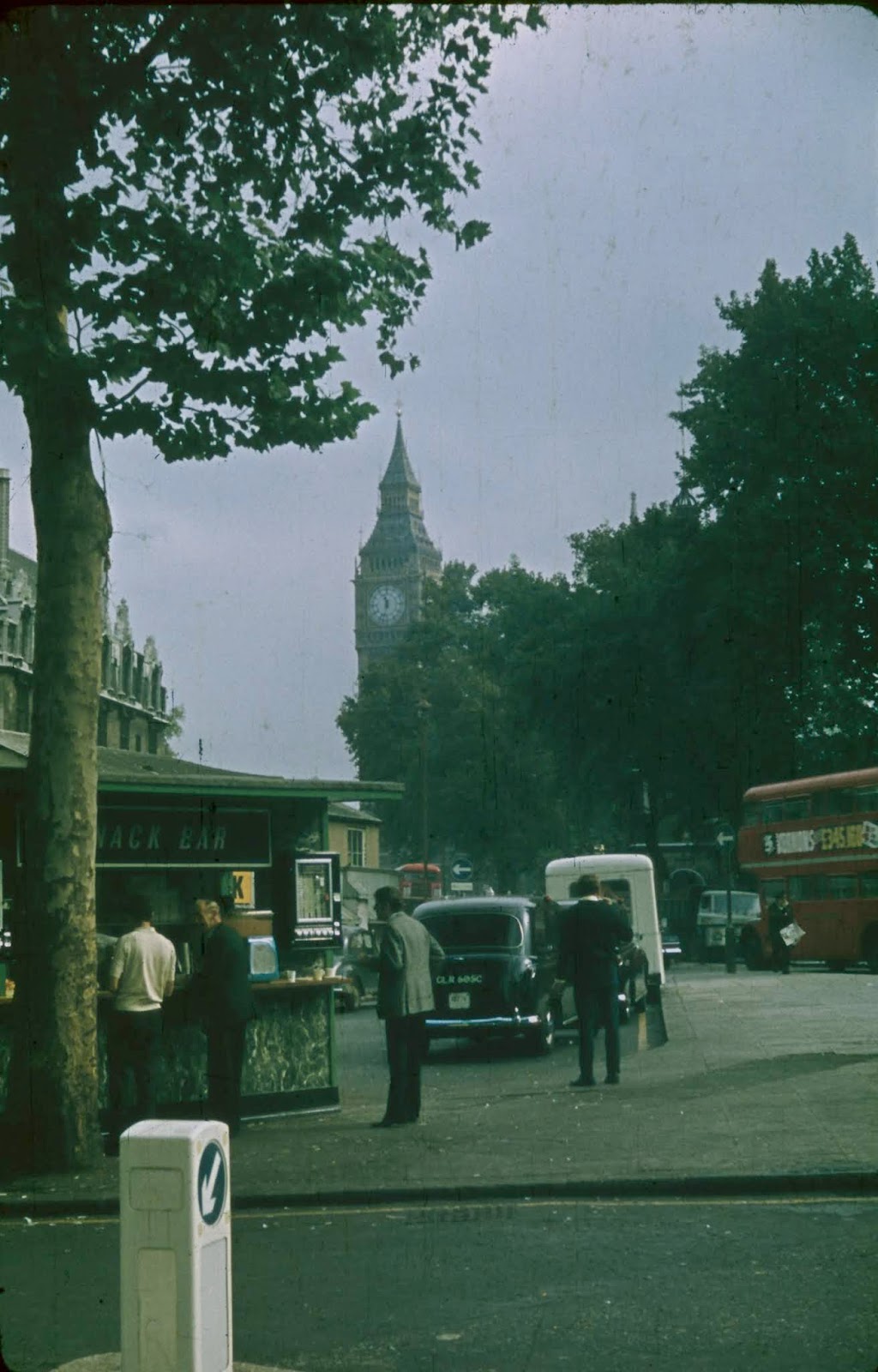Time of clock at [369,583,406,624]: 11:32
